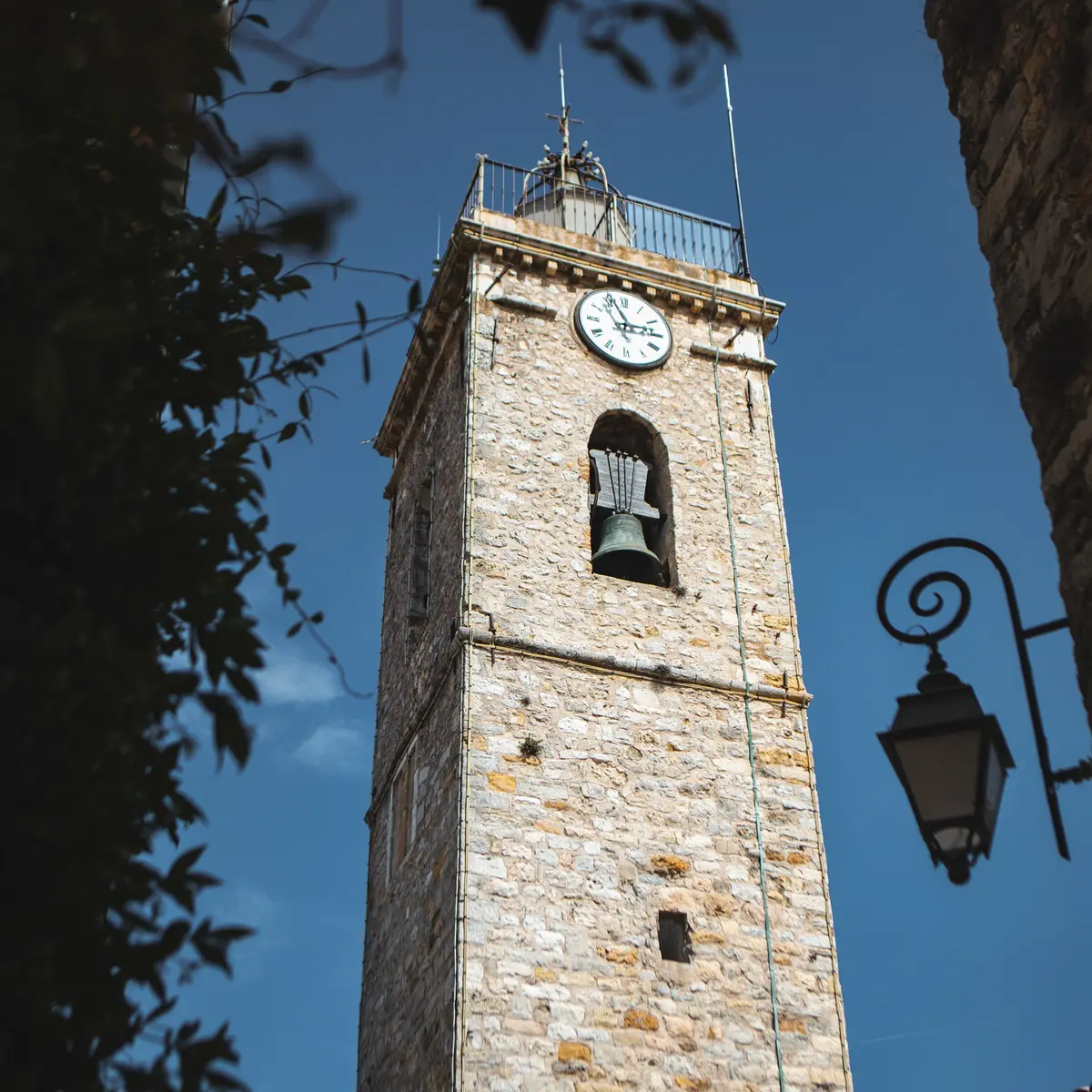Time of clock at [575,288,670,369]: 2:56
